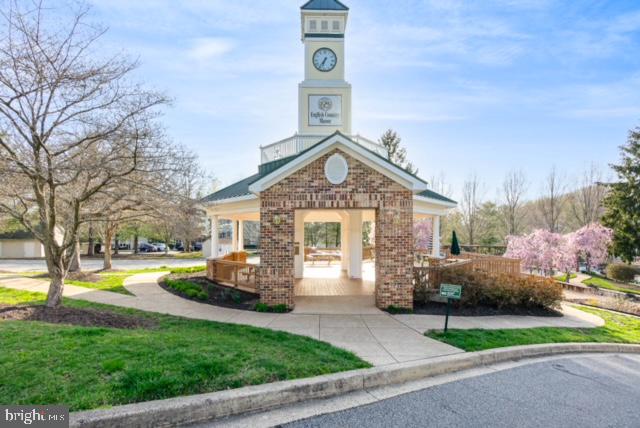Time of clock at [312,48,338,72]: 6:35
